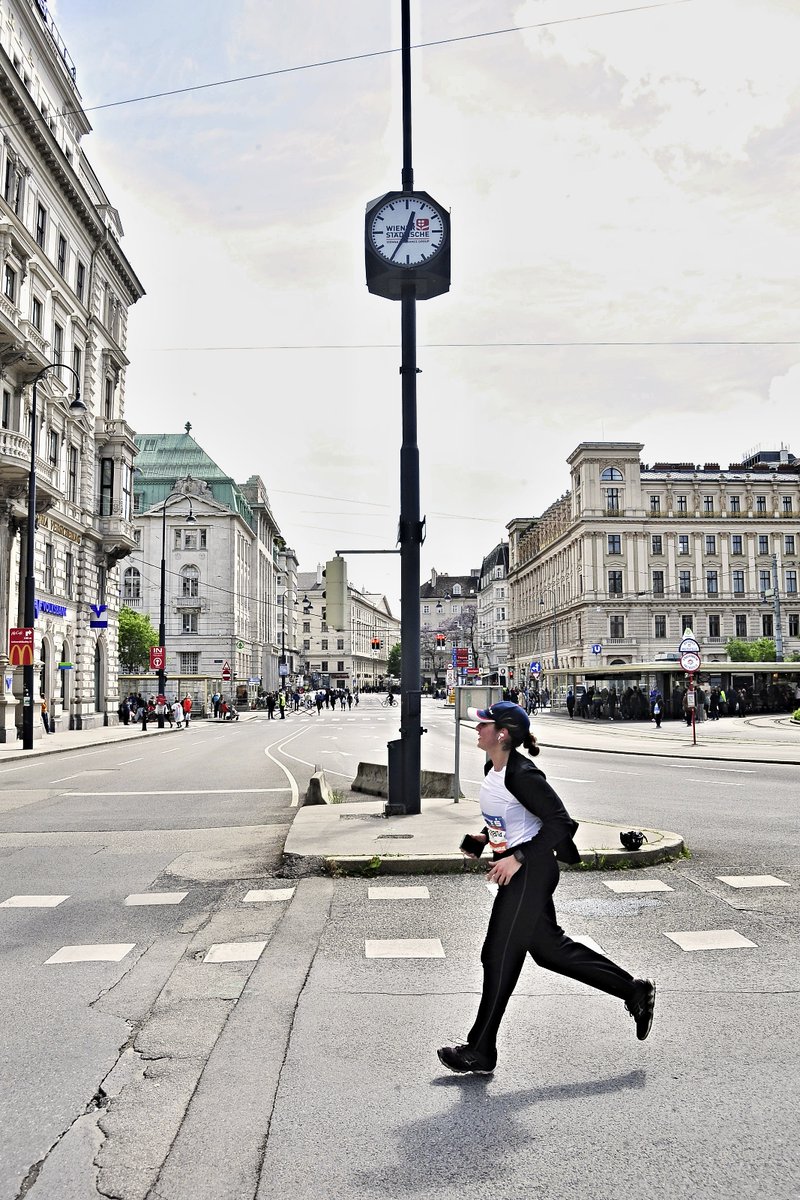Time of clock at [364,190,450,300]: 12:34
